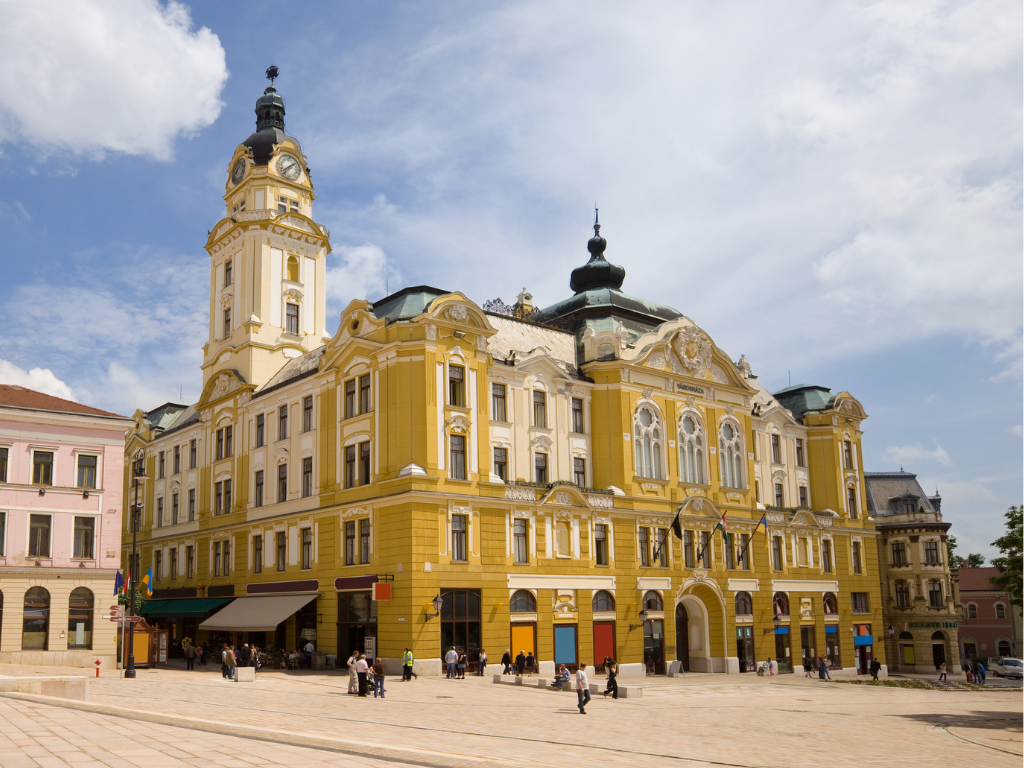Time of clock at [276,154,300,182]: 1:37
